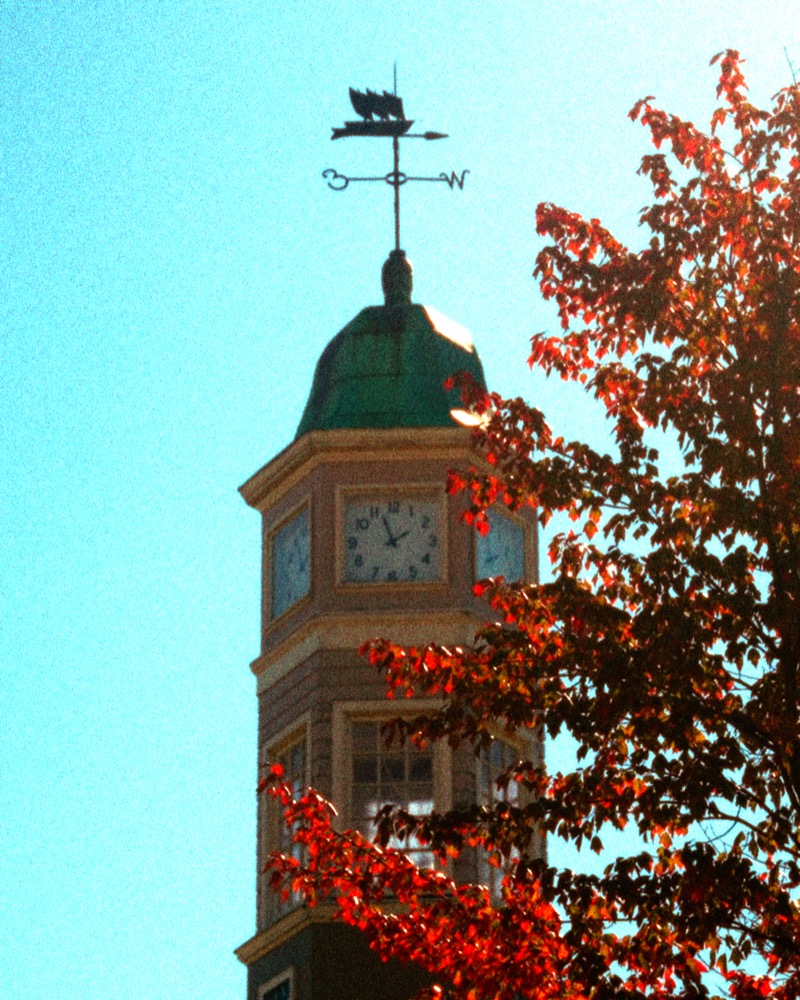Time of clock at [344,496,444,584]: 1:56
